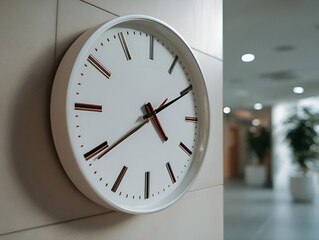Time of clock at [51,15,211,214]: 4:10
